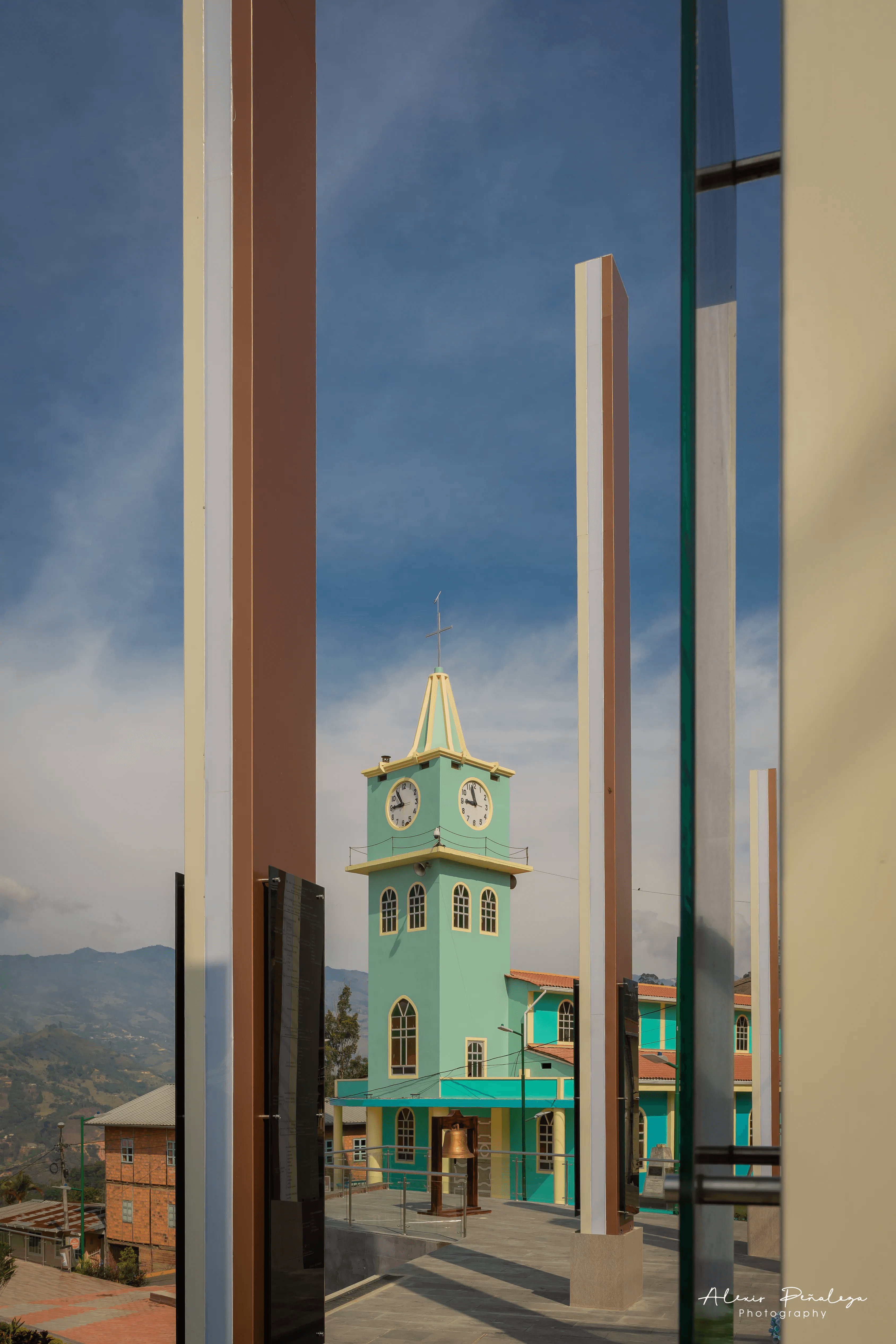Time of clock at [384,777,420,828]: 8:54
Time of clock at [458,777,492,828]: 8:57
